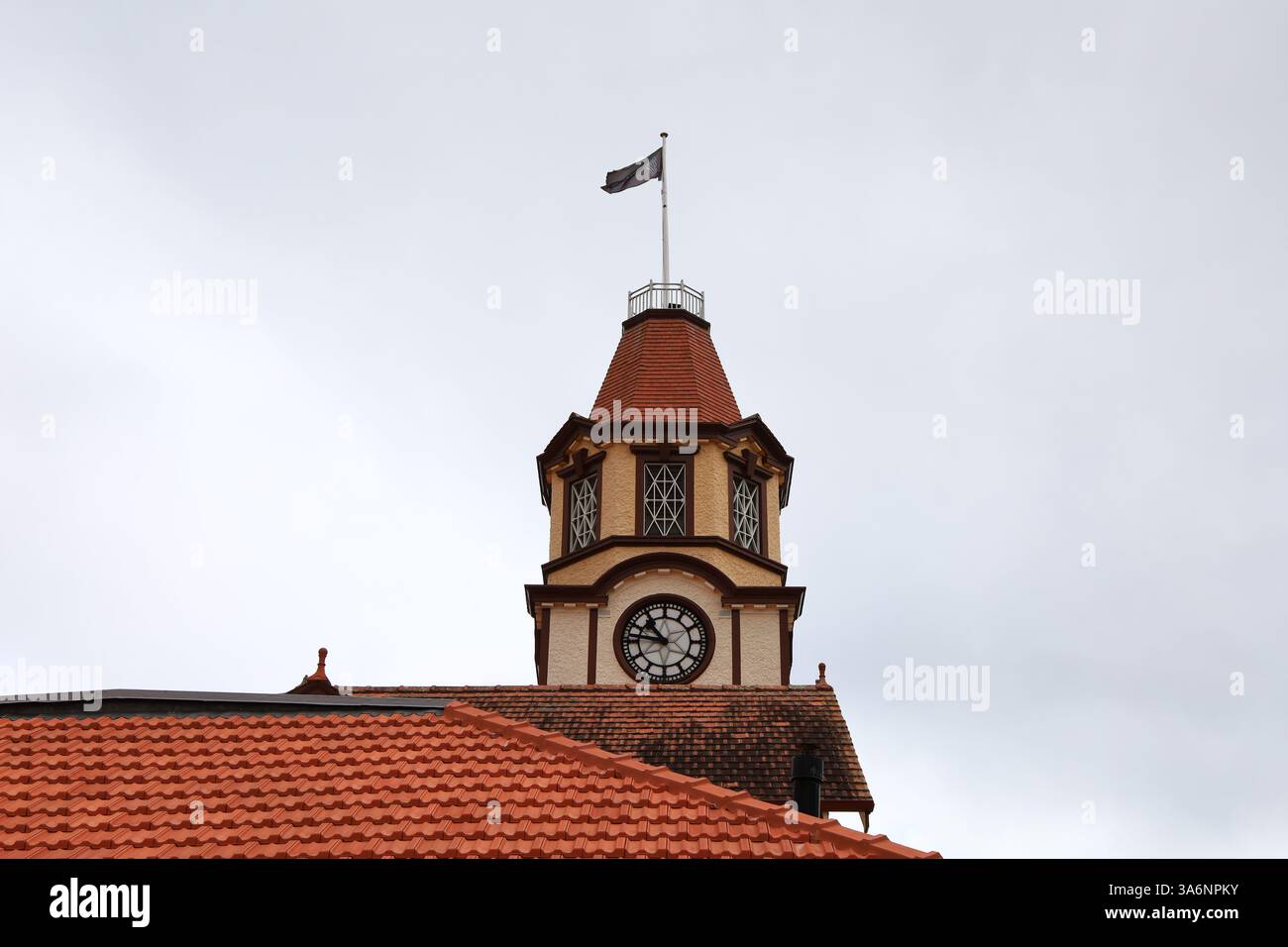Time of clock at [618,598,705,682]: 10:46
